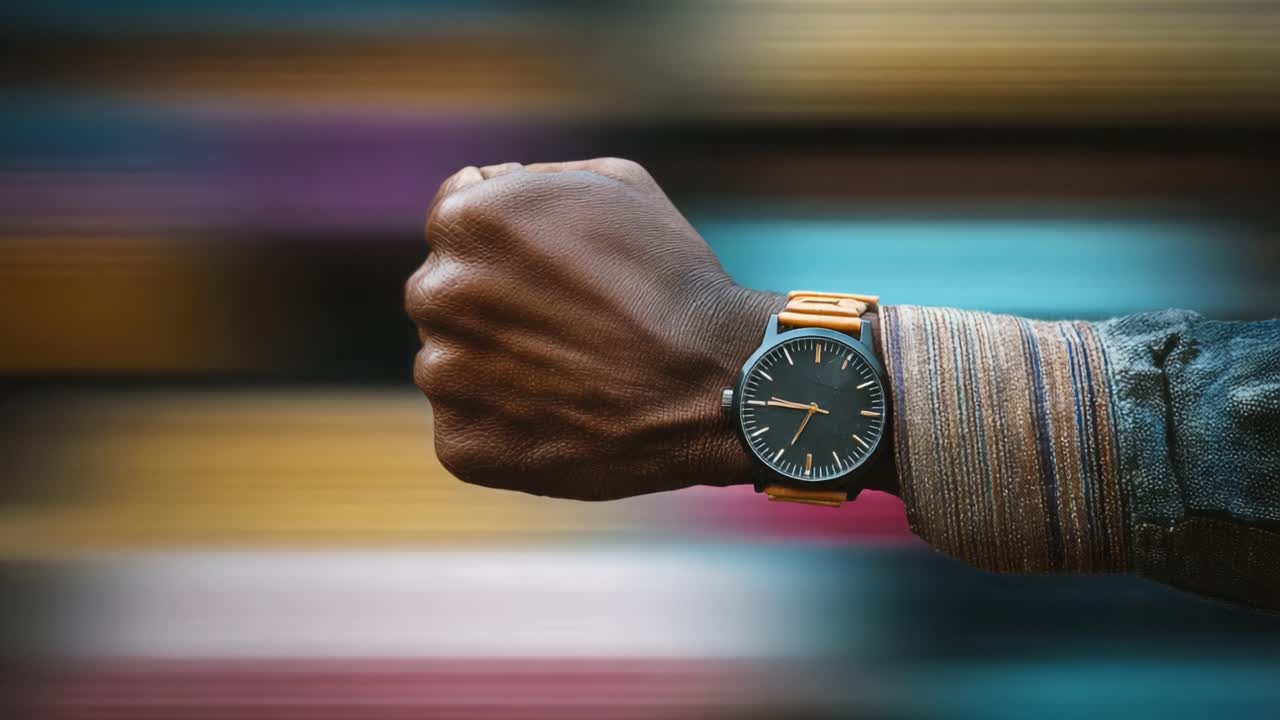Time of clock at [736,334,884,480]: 6:45
